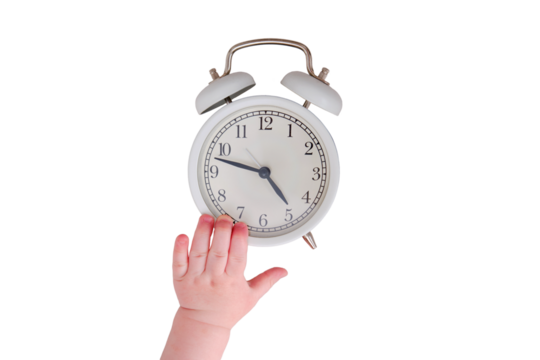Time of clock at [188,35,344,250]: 4:47
